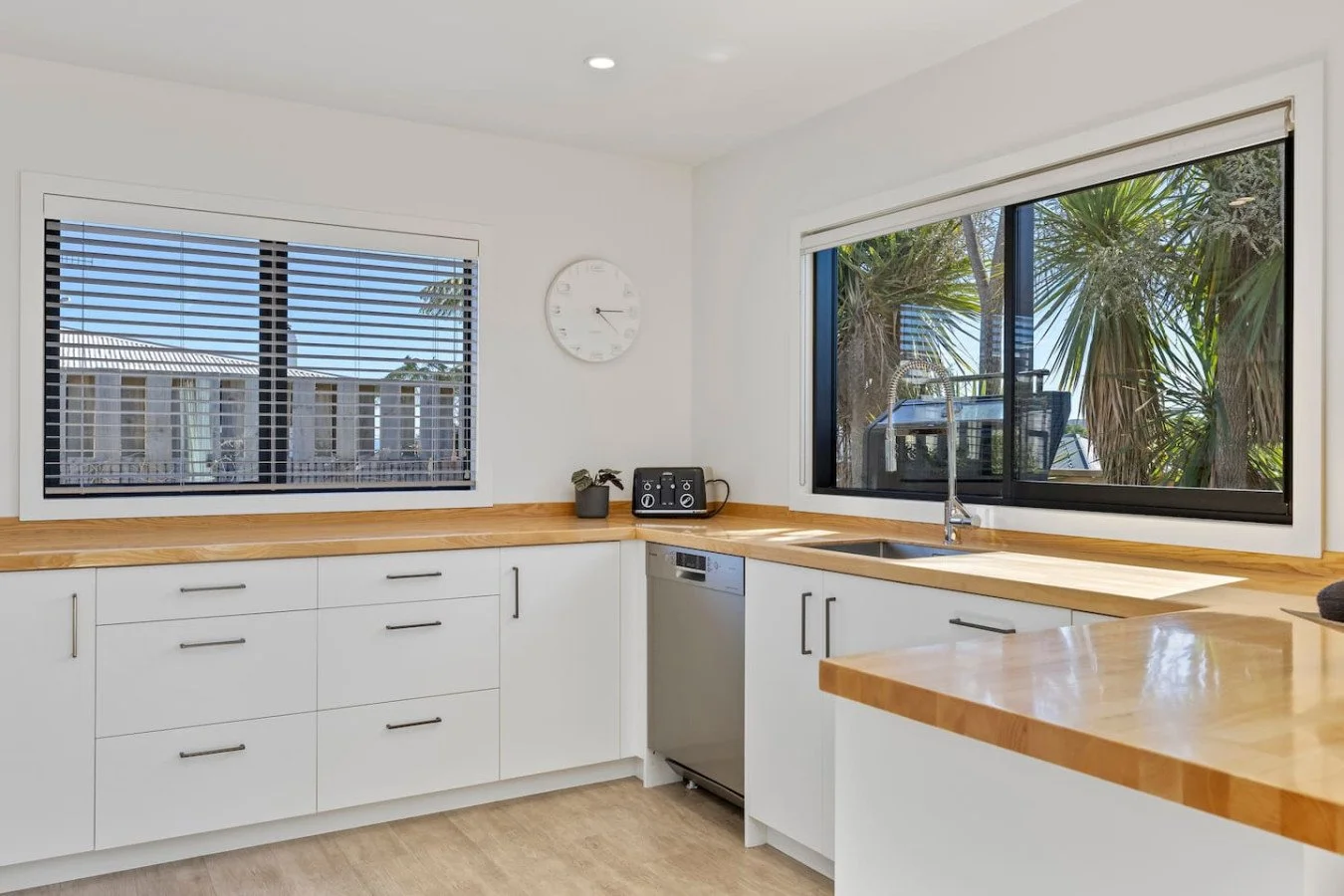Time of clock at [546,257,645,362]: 4:14
